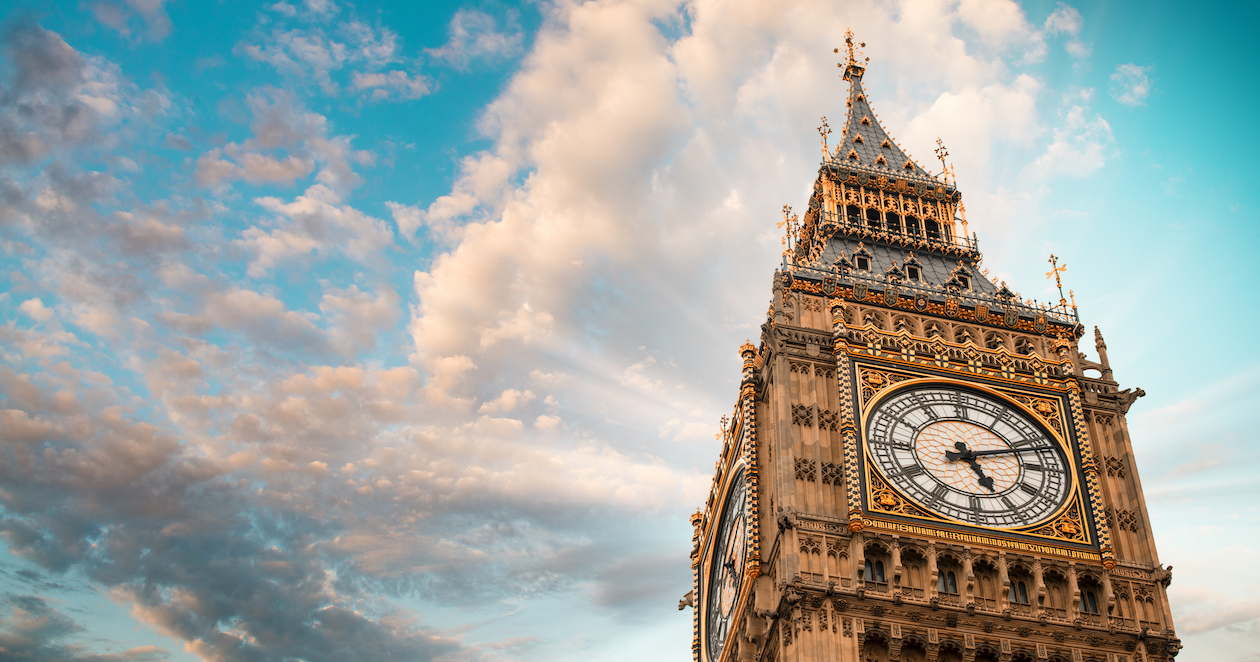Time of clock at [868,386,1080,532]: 5:11
